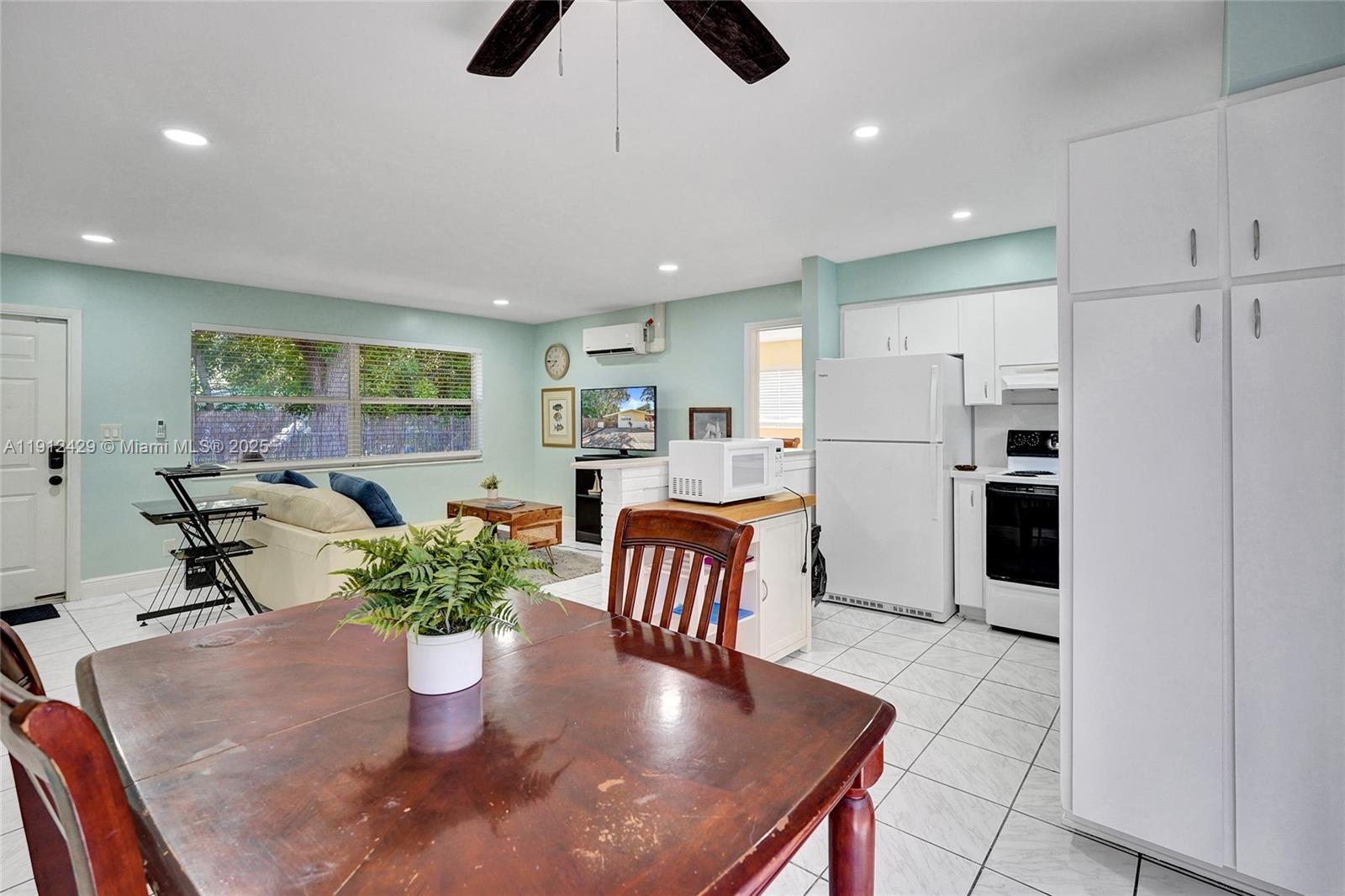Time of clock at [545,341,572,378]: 7:45
